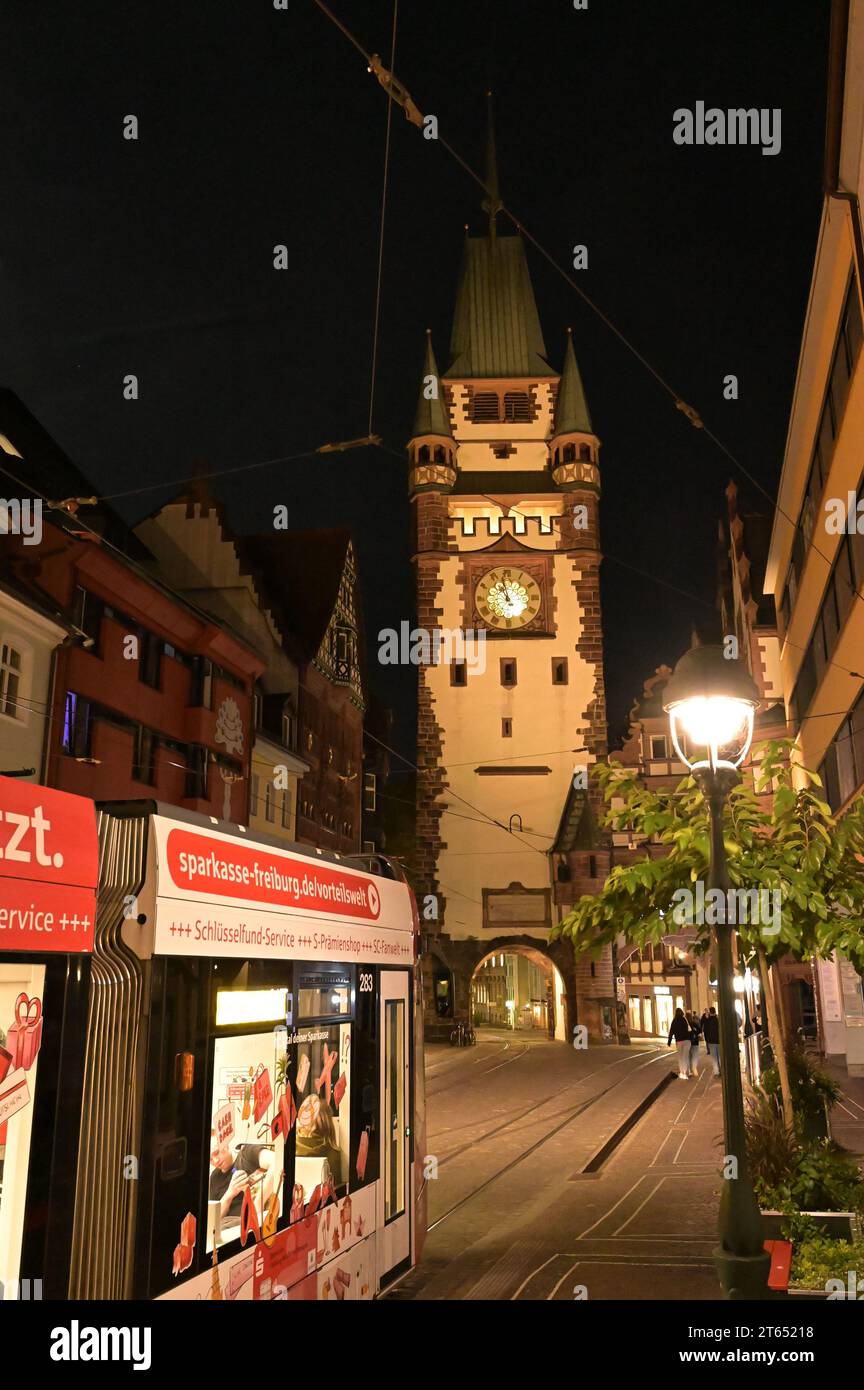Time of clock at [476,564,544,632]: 10:58
